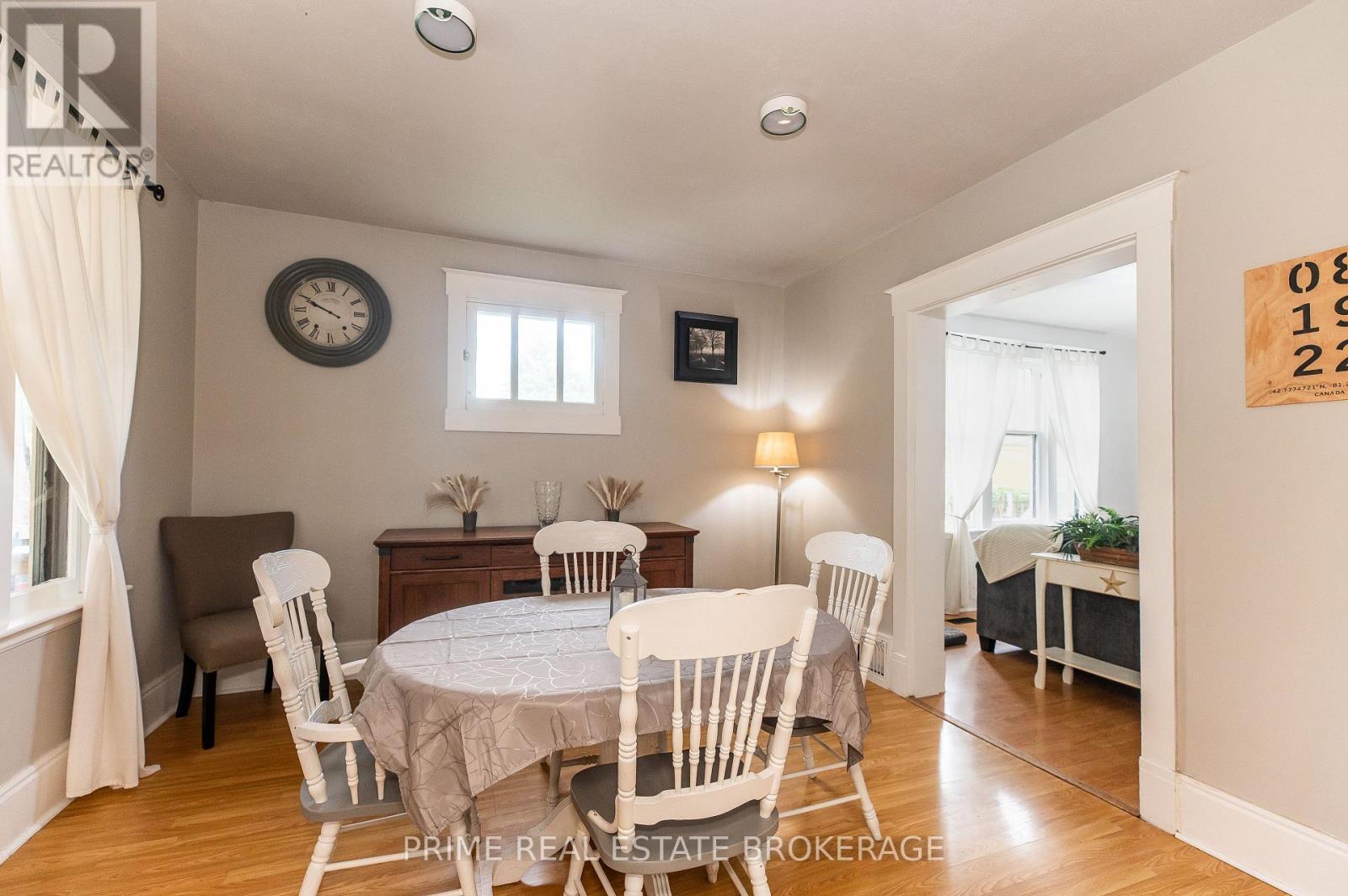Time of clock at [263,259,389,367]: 9:50
